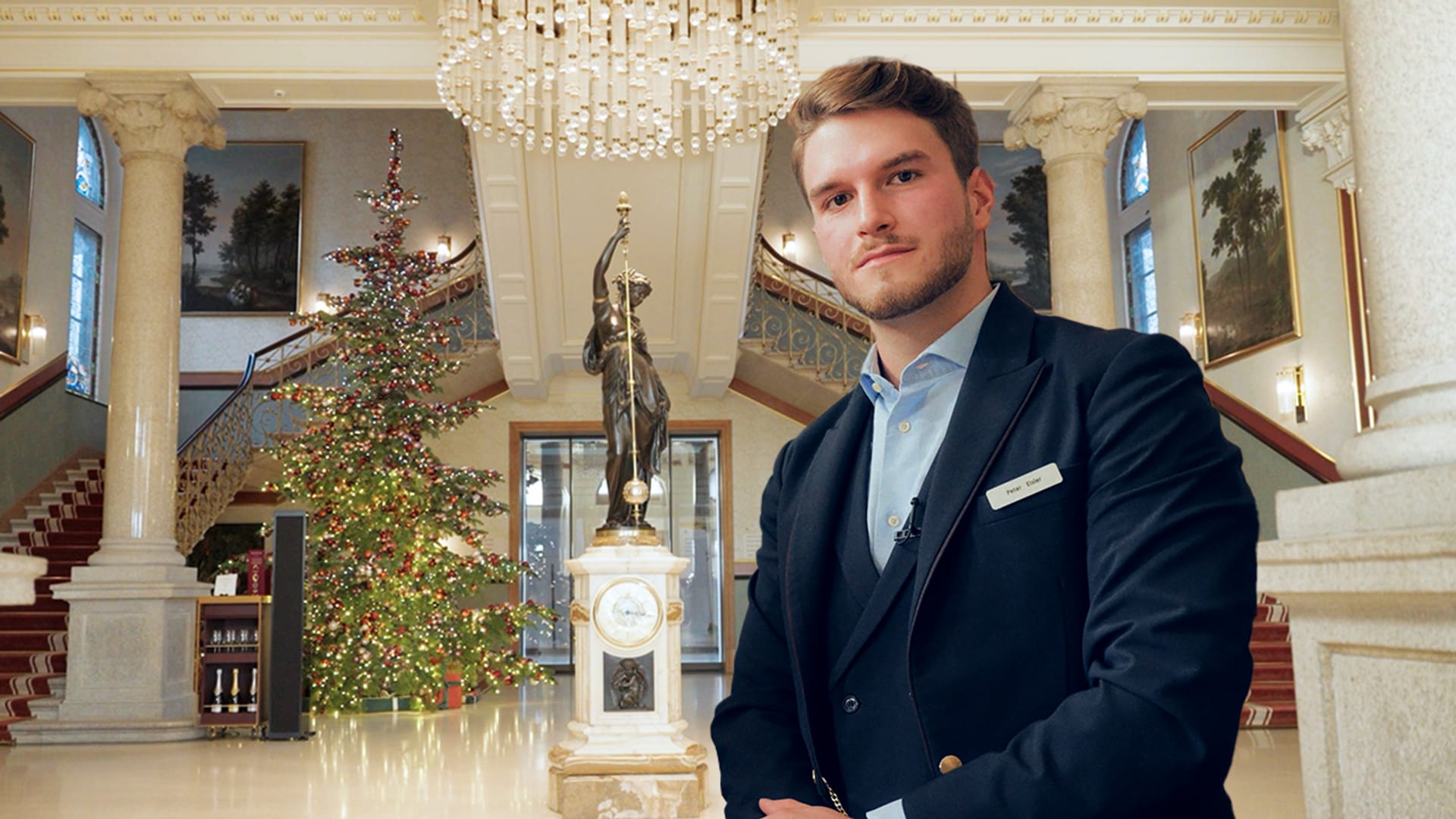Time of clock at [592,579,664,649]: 3:16
